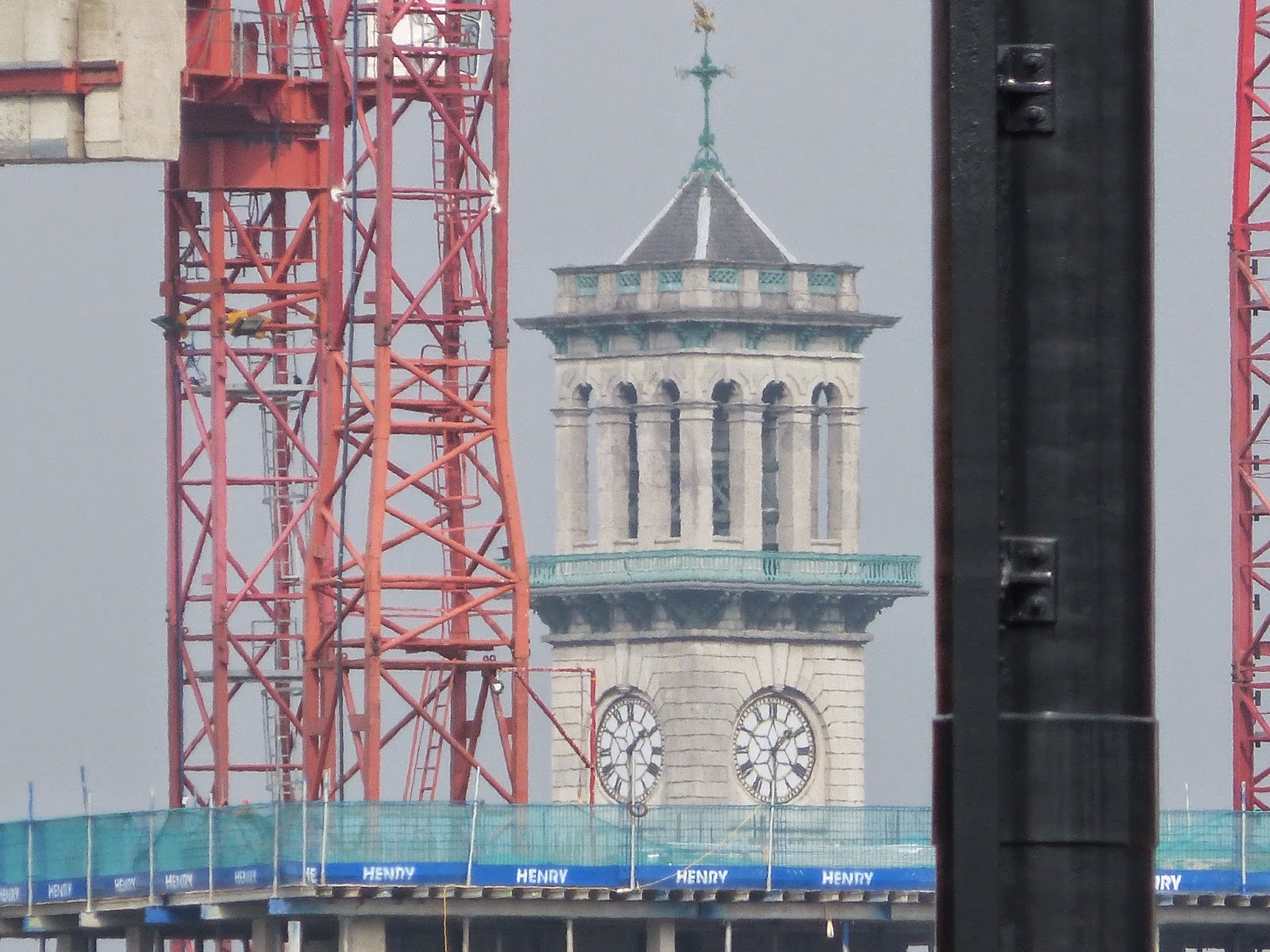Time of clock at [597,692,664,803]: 1:30
